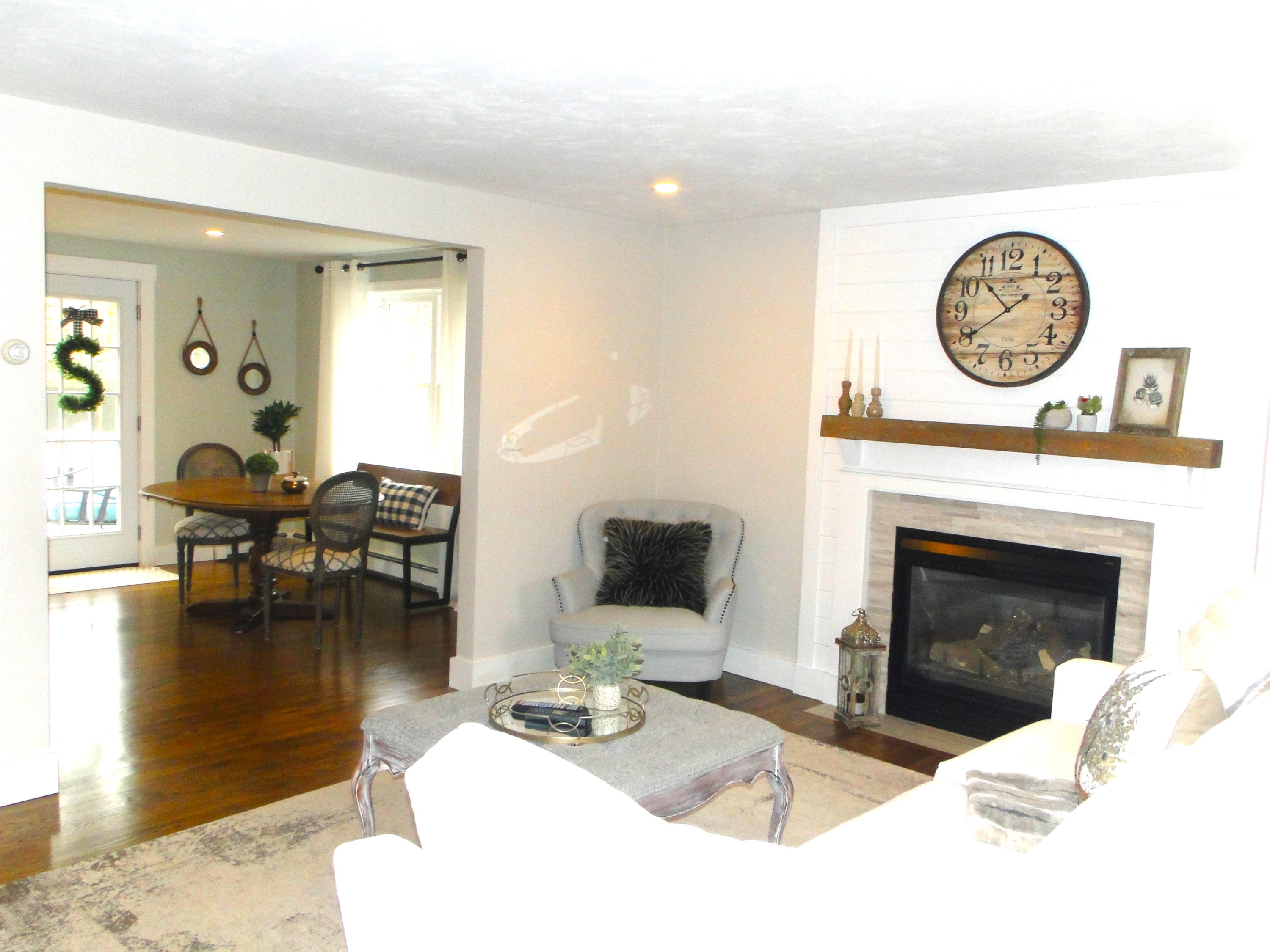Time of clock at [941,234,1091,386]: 10:39
